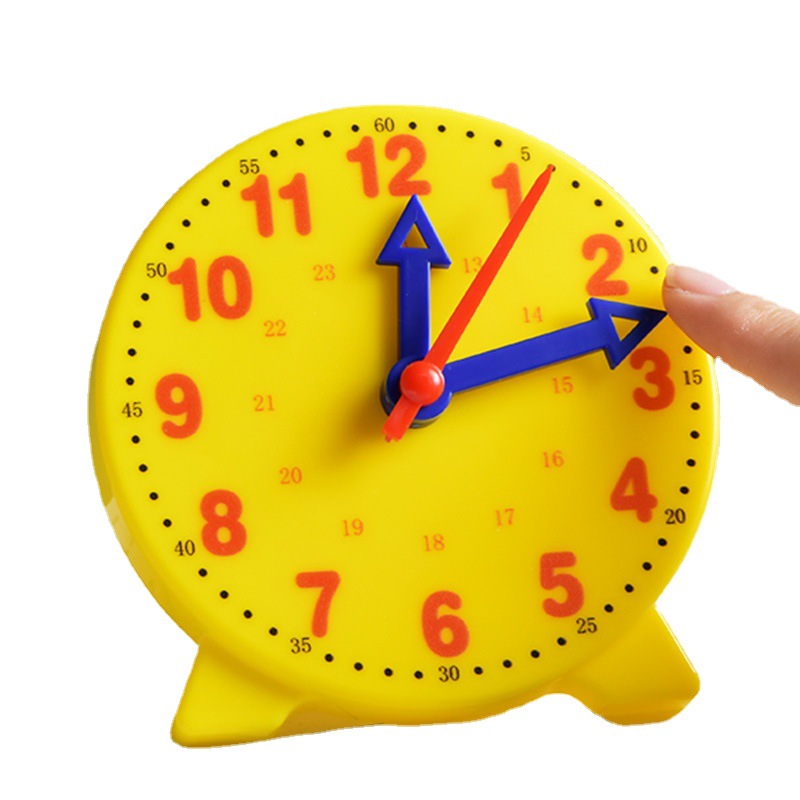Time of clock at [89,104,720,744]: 12:12
